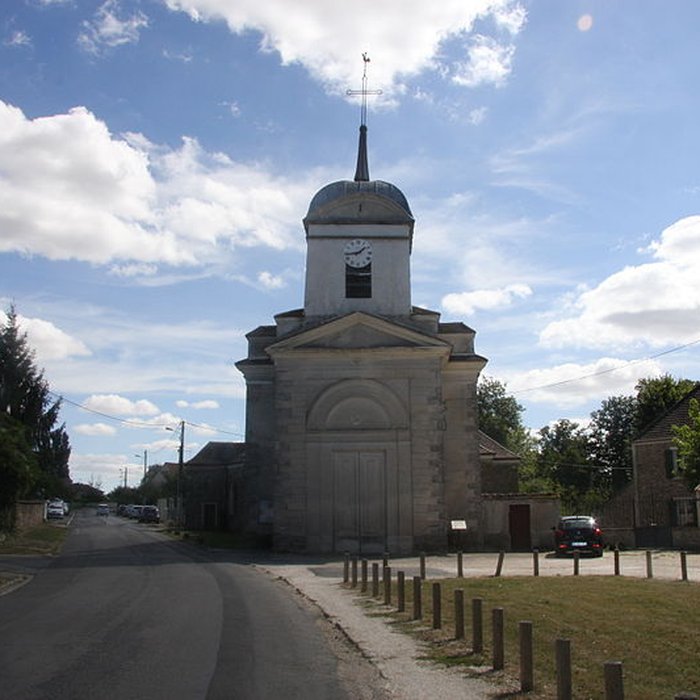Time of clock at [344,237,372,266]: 1:43
